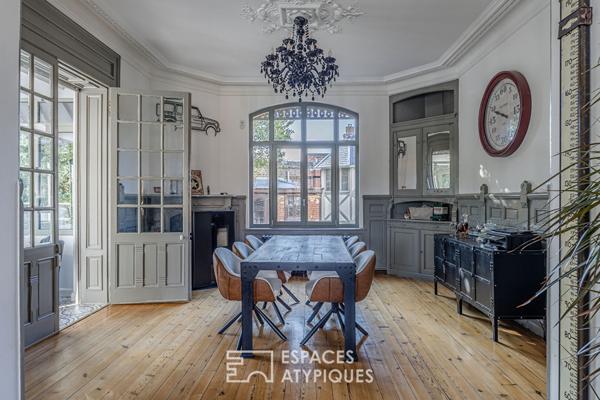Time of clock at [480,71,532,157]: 3:48
